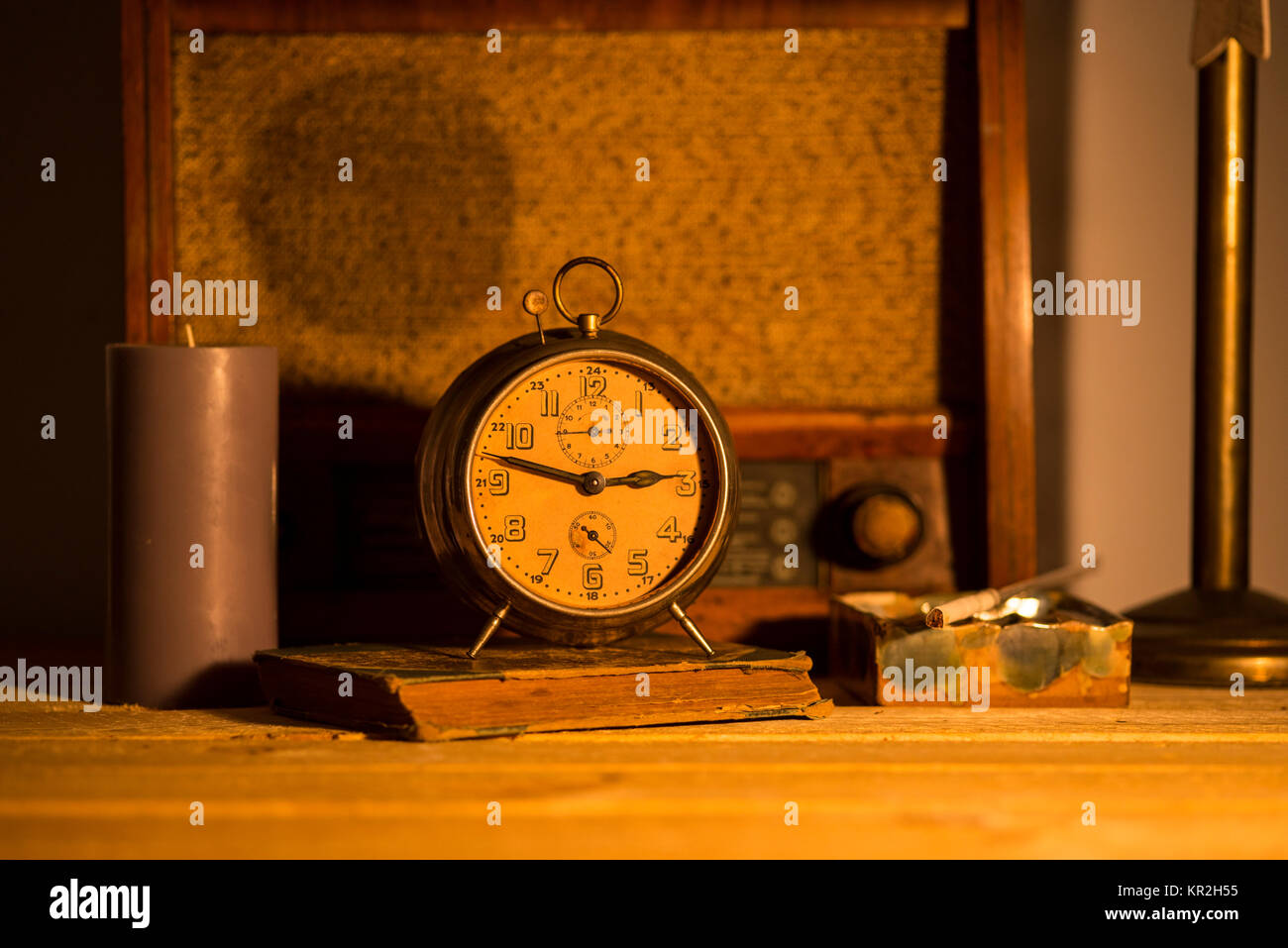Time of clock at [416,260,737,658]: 2:47
